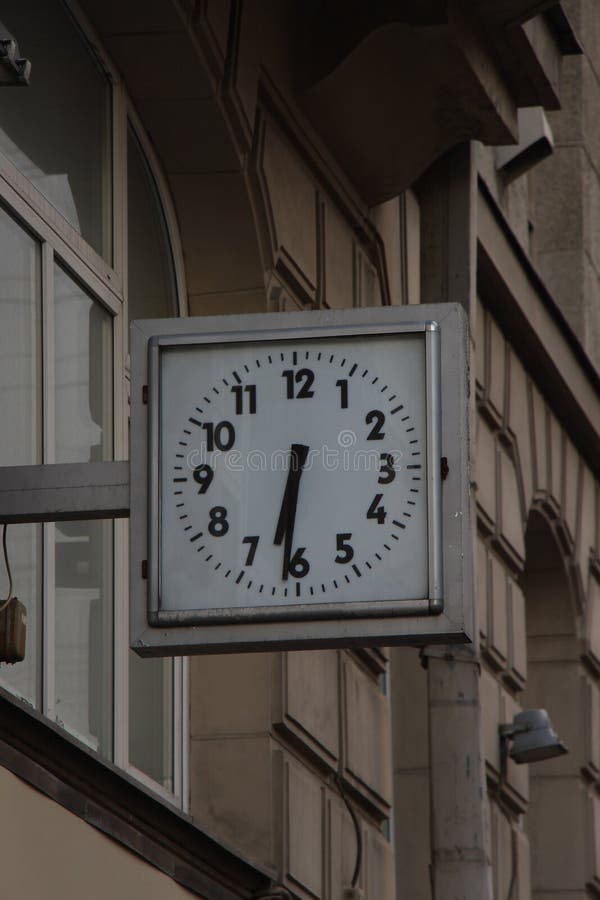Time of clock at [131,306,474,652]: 6:31
